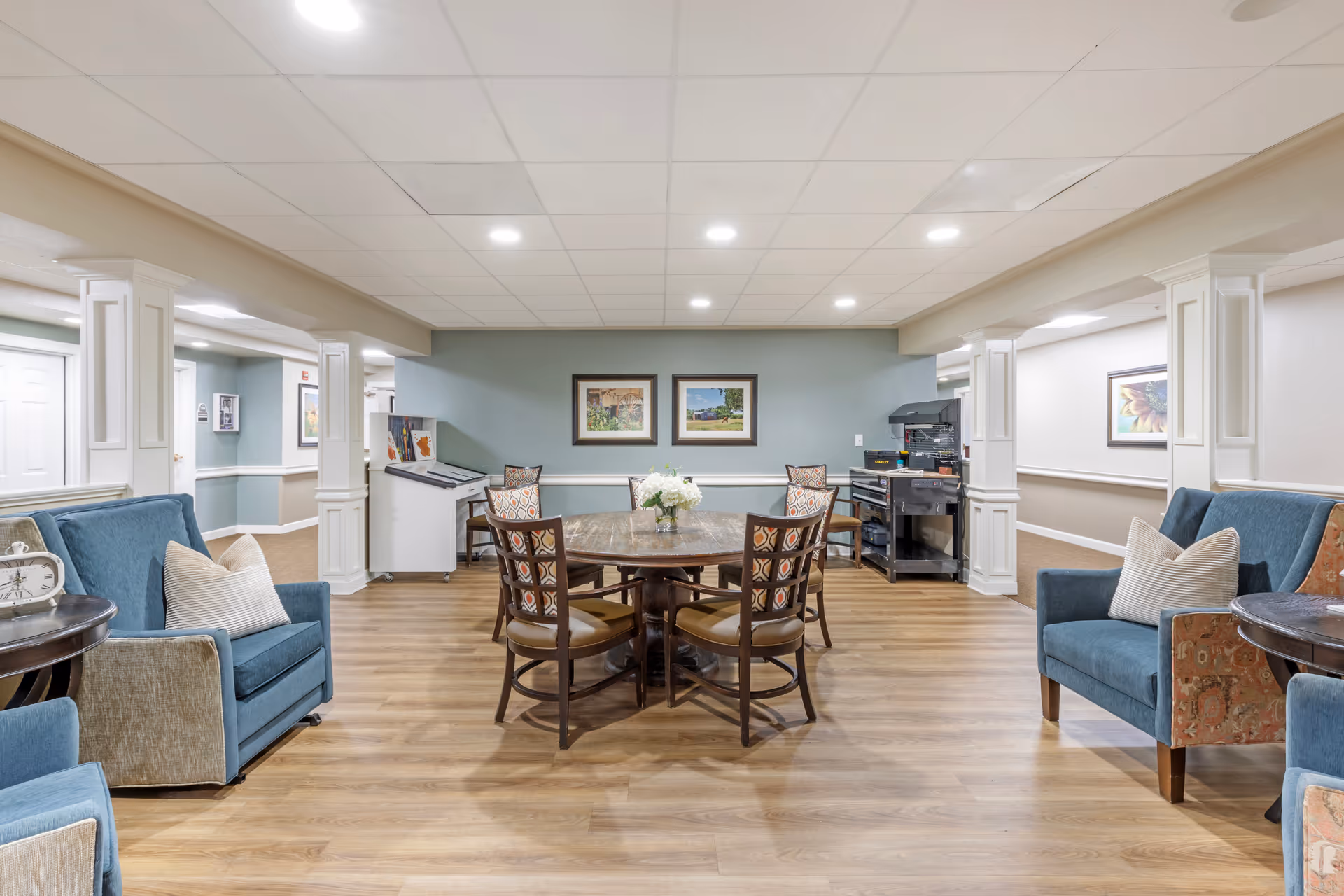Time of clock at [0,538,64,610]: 7:59
